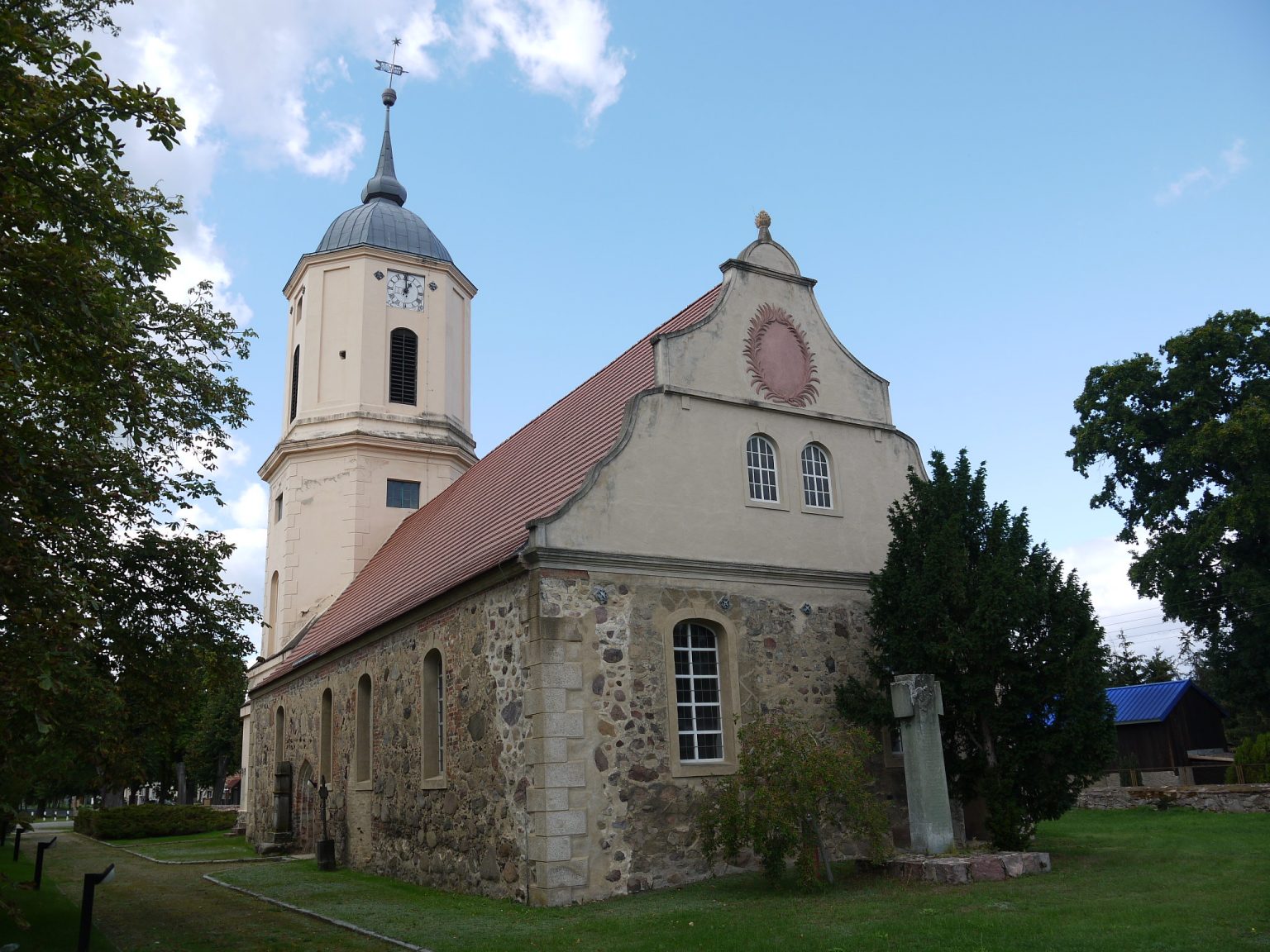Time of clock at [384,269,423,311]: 12:59
